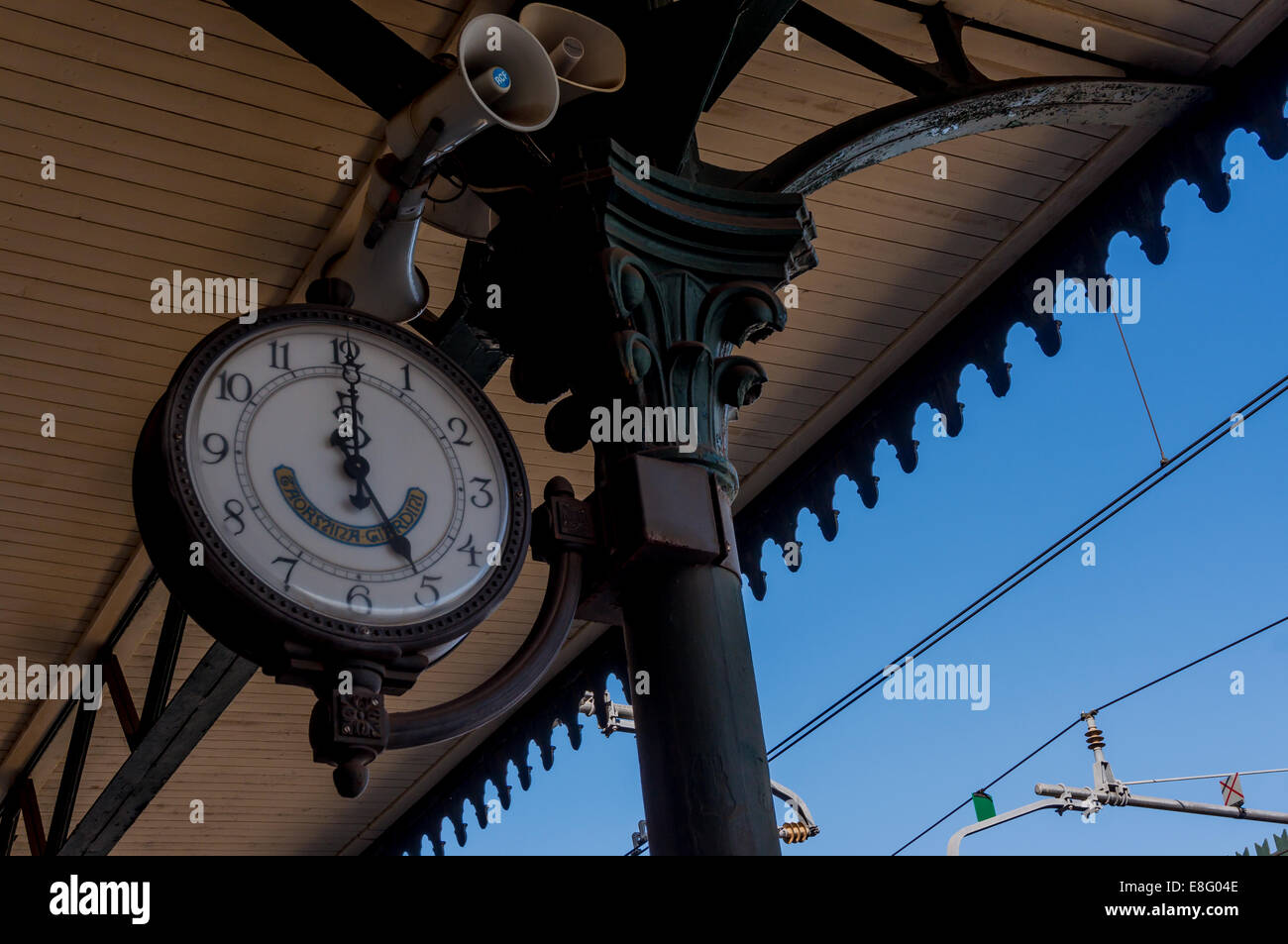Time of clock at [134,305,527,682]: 5:00
